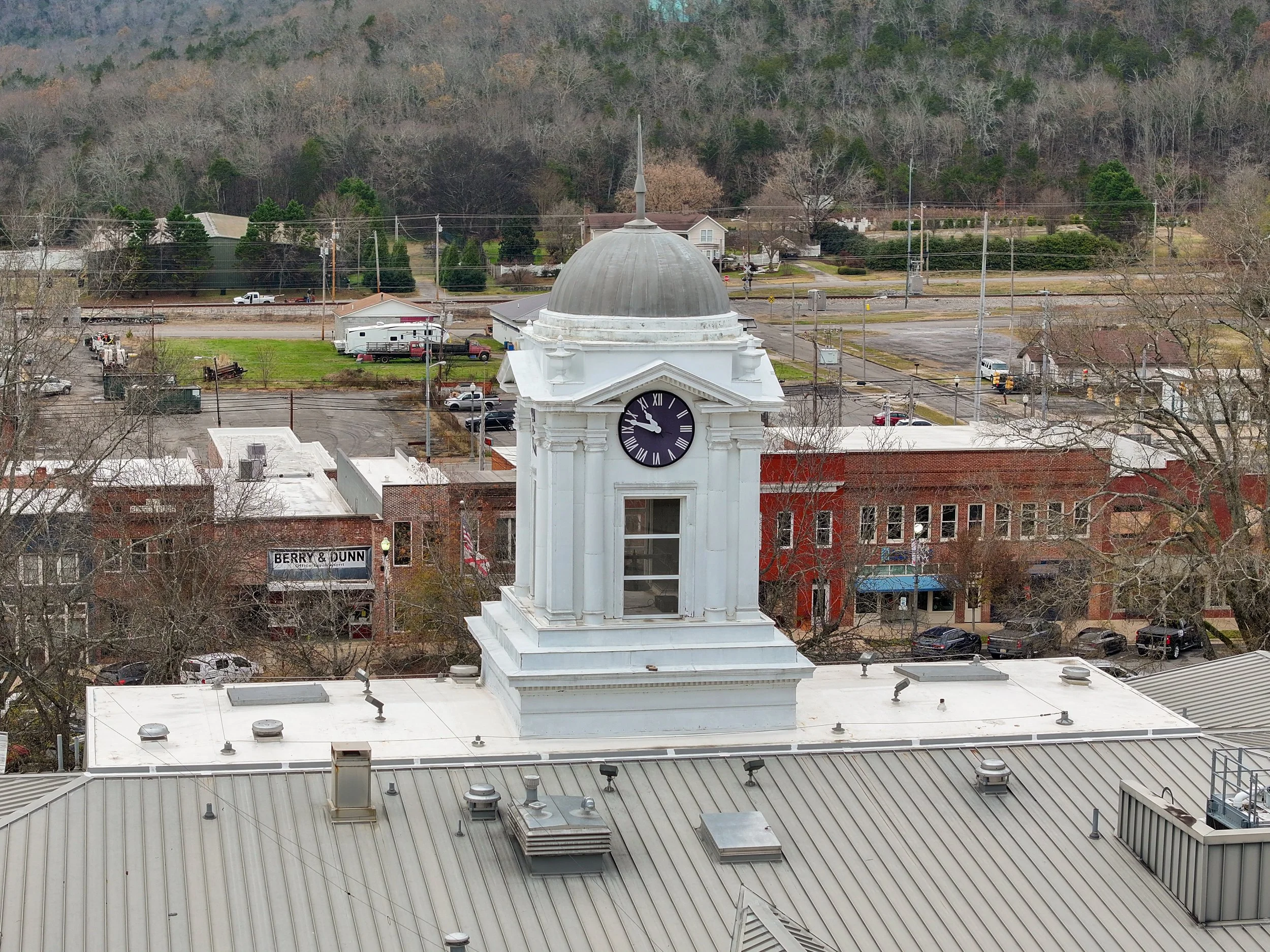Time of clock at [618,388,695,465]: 10:47
